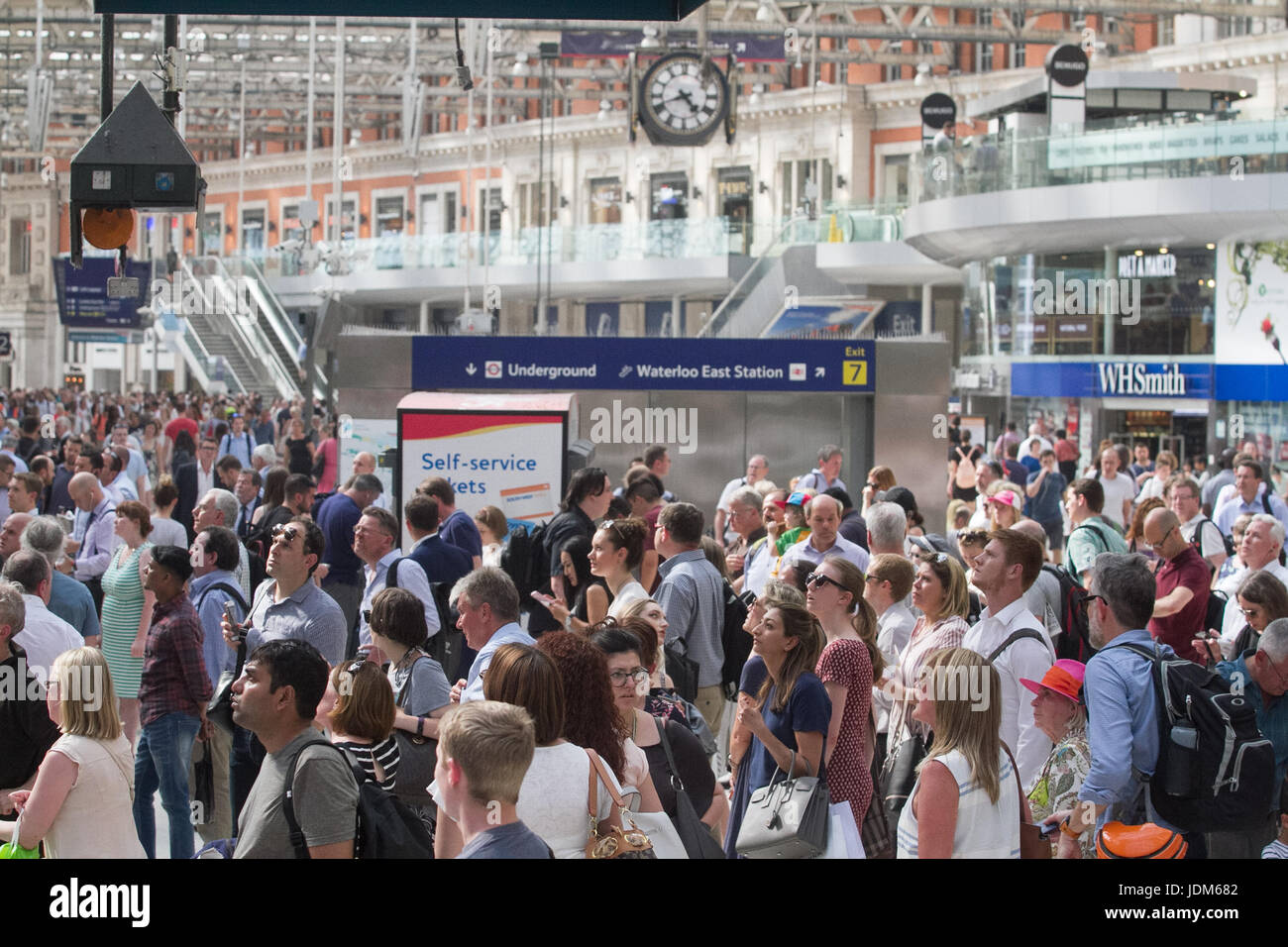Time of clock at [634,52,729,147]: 4:41
